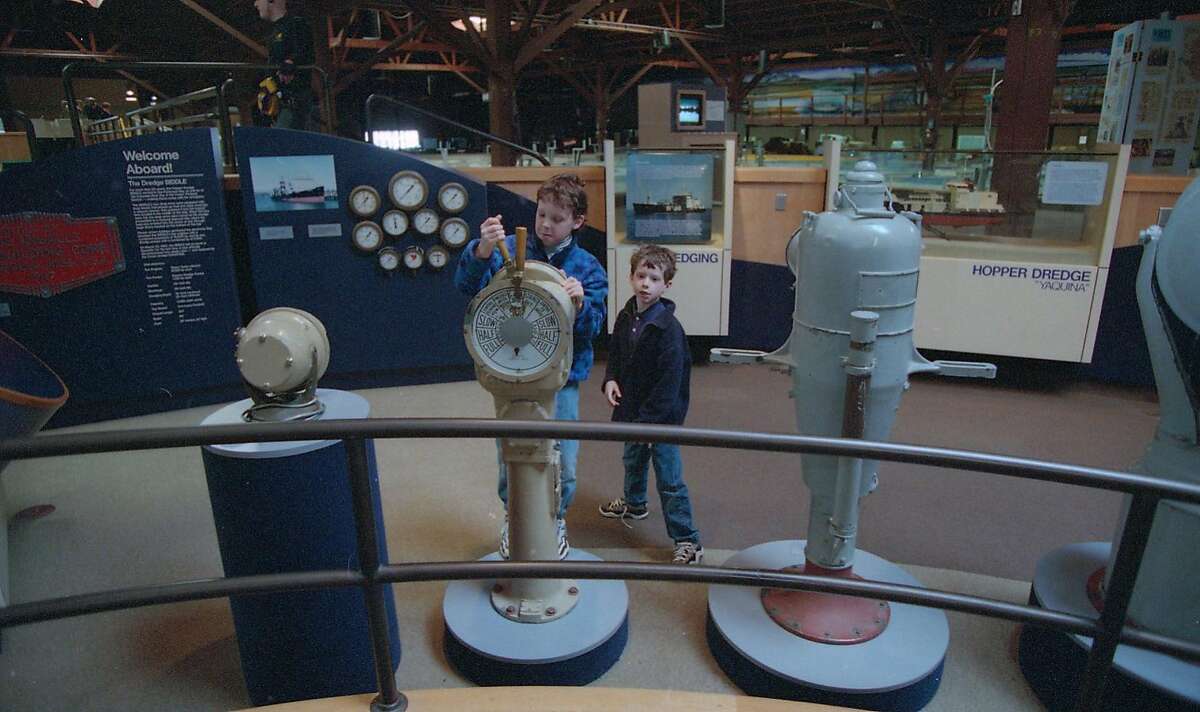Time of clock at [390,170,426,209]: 1:37
